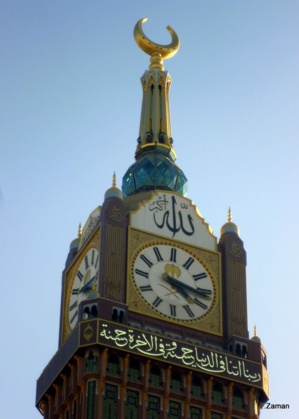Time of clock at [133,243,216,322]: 4:16
